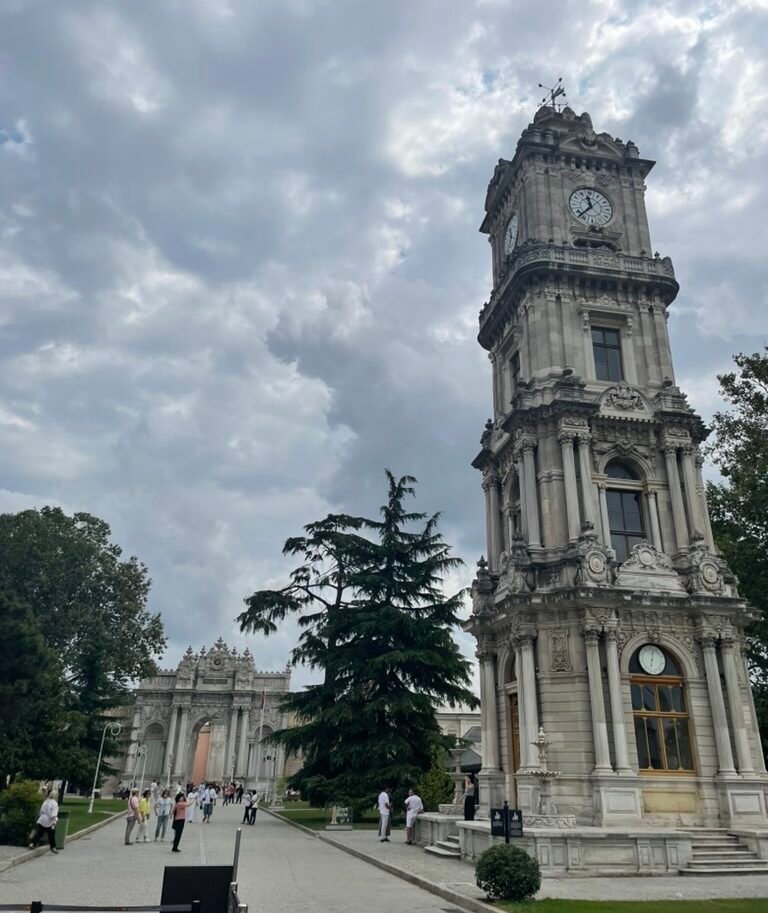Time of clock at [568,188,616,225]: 11:37
